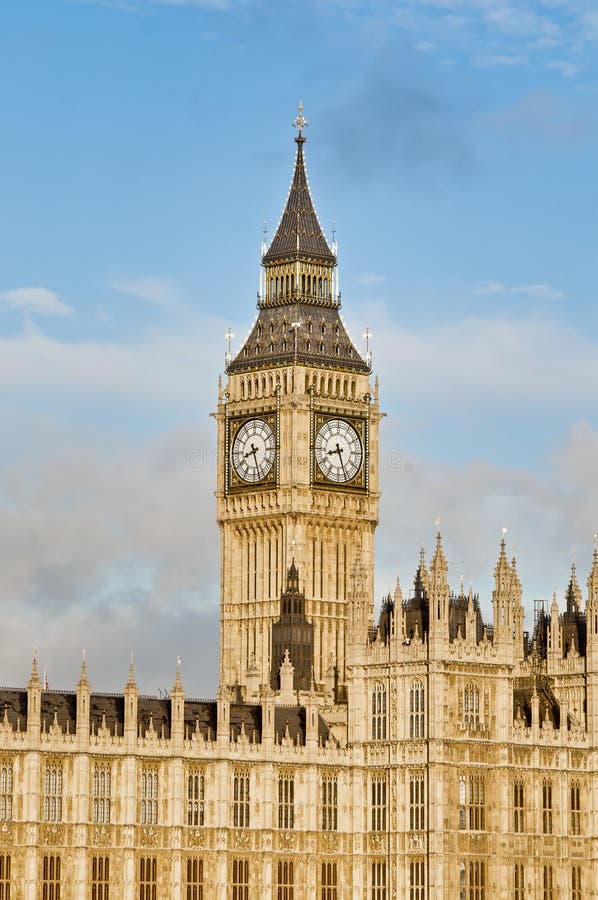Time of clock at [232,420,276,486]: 8:27
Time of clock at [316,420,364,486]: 8:26
